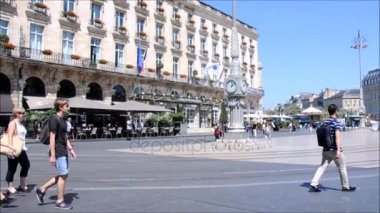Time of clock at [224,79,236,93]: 12:07
